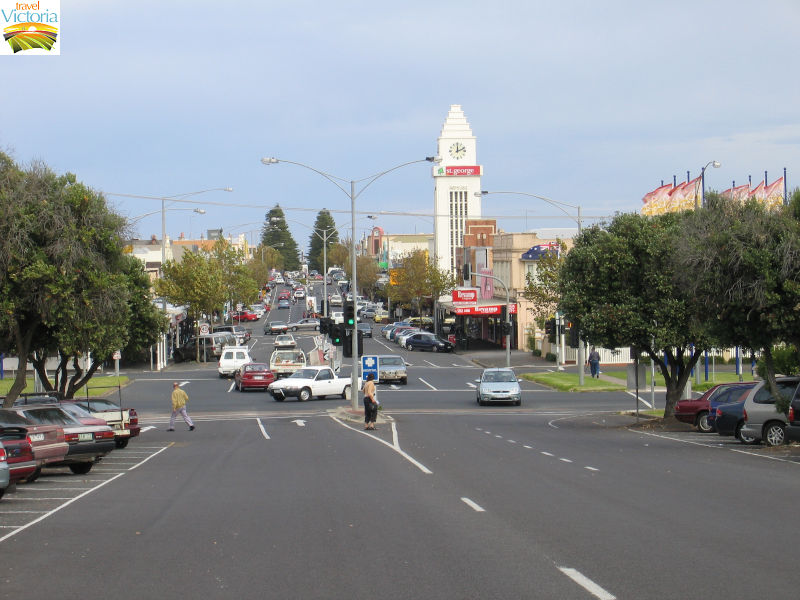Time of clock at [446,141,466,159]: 12:11
